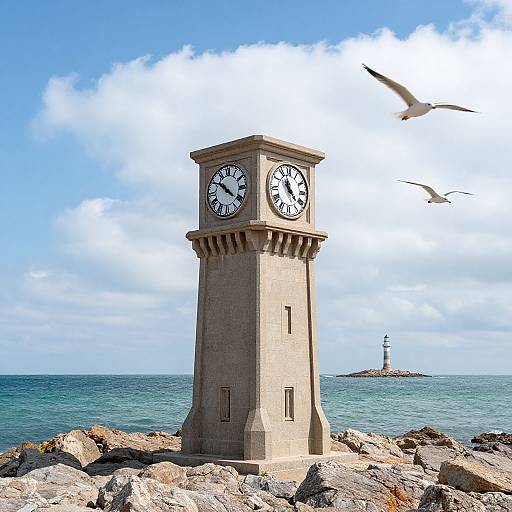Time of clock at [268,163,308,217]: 11:22
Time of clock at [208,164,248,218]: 10:21
